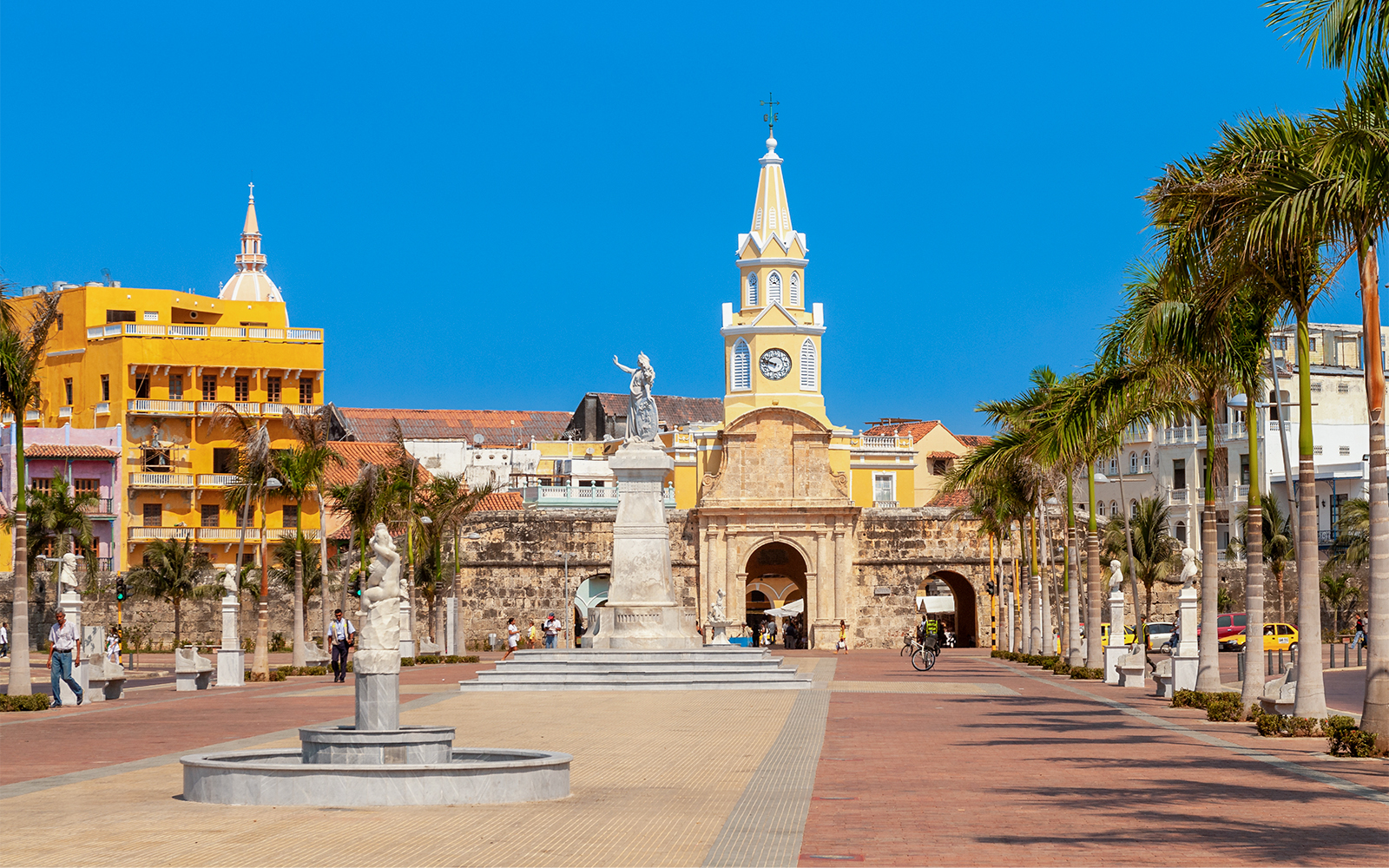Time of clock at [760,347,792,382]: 9:48
